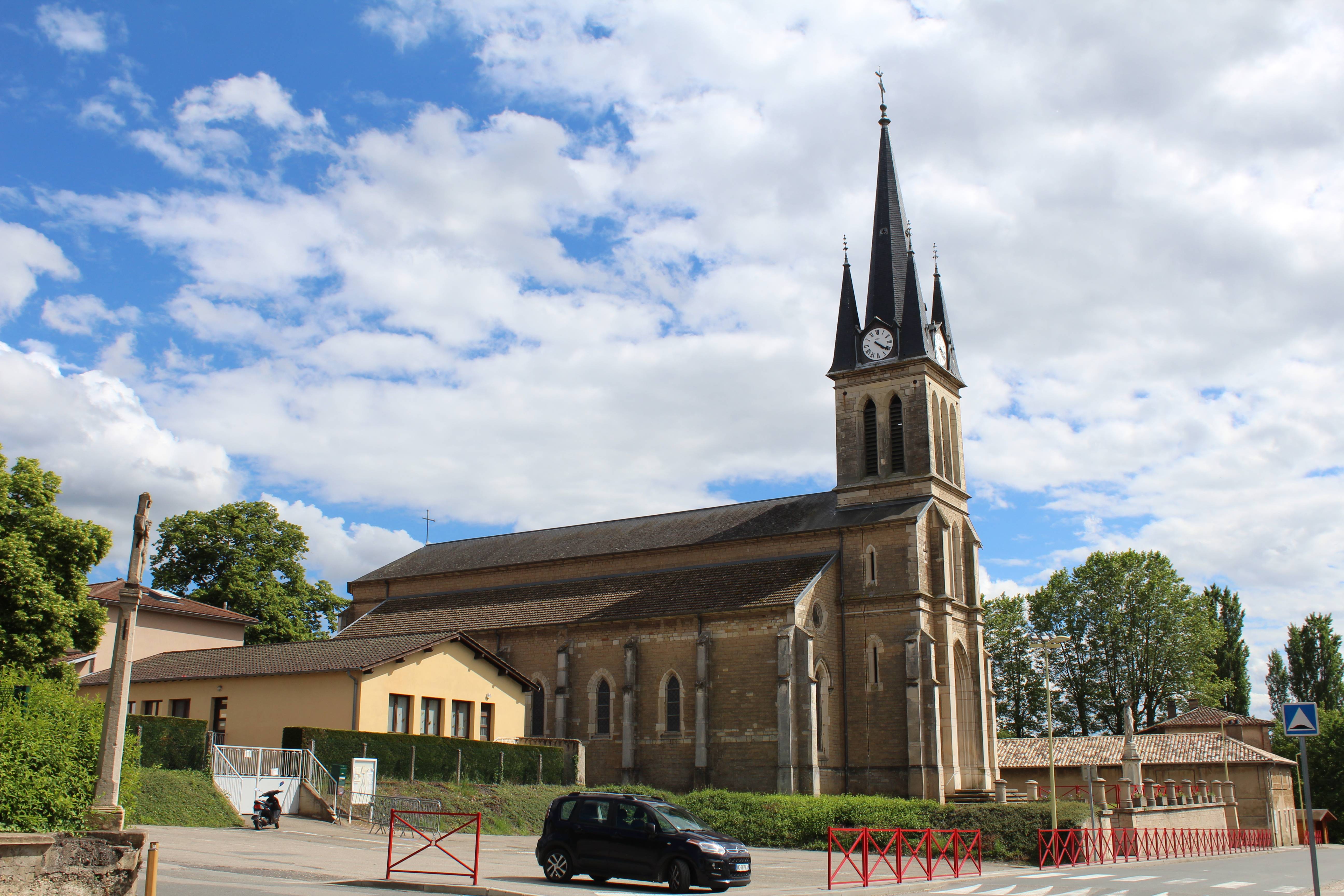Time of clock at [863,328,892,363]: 4:20
